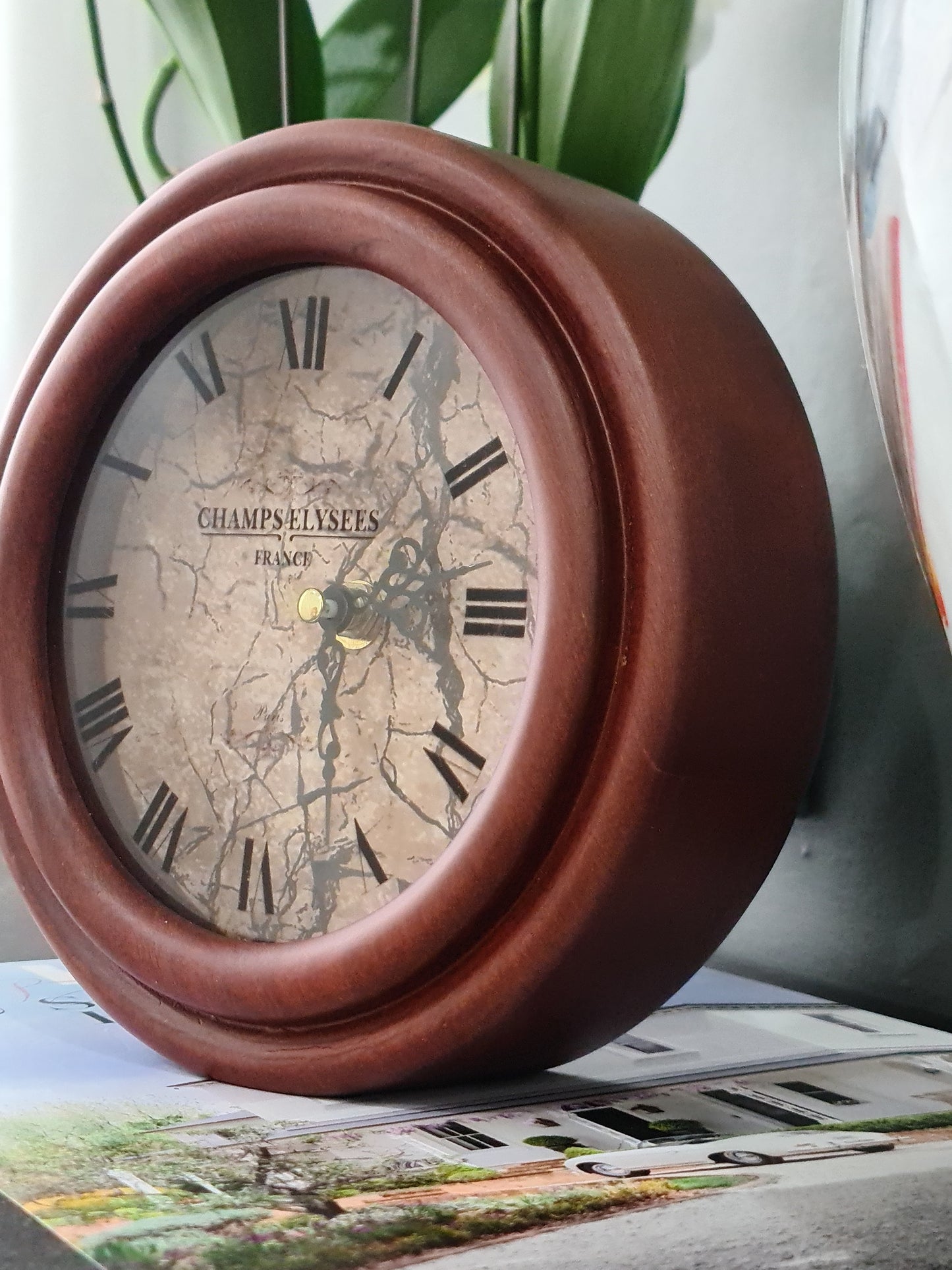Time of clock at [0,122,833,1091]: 2:27
